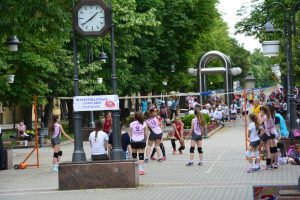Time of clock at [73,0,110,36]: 1:39
